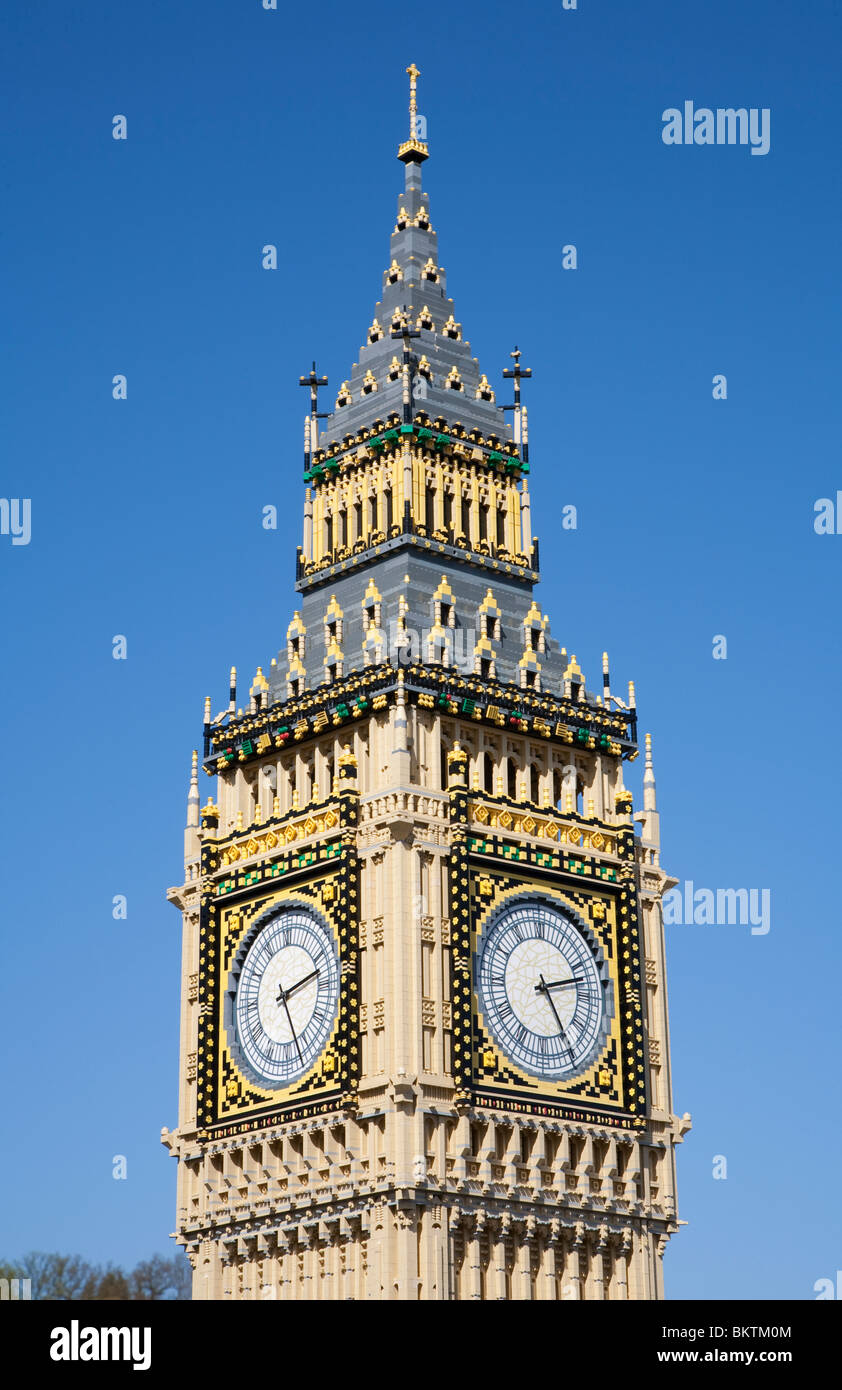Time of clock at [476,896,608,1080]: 2:24
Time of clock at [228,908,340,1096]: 2:26
